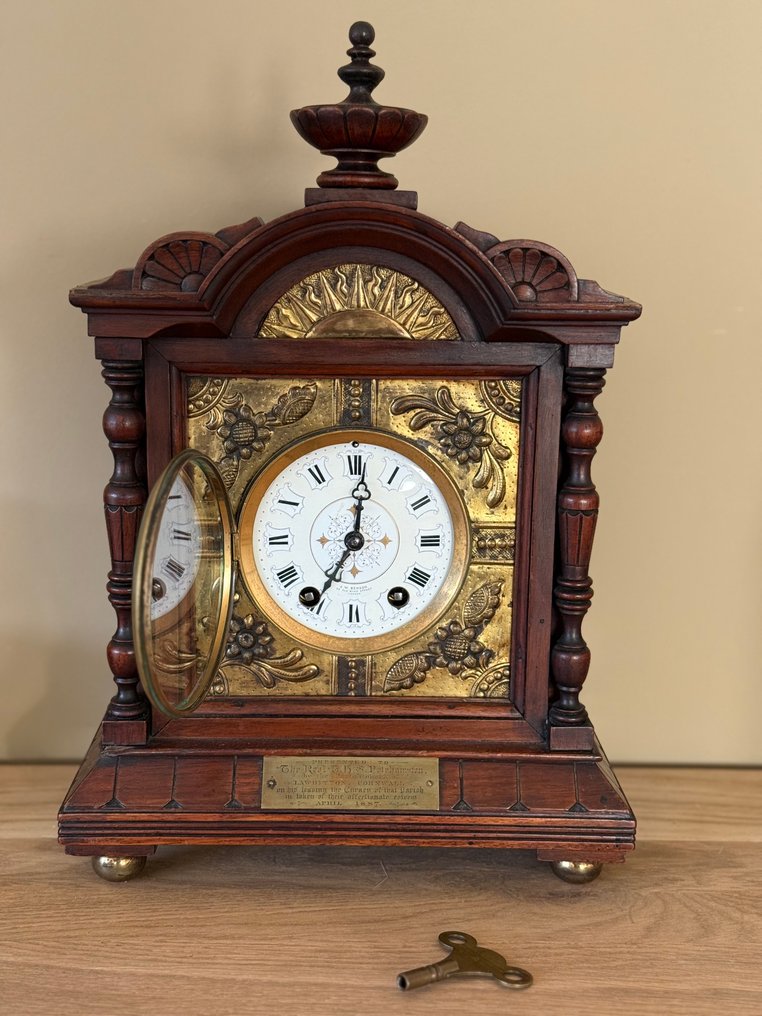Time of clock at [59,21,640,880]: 6:58
